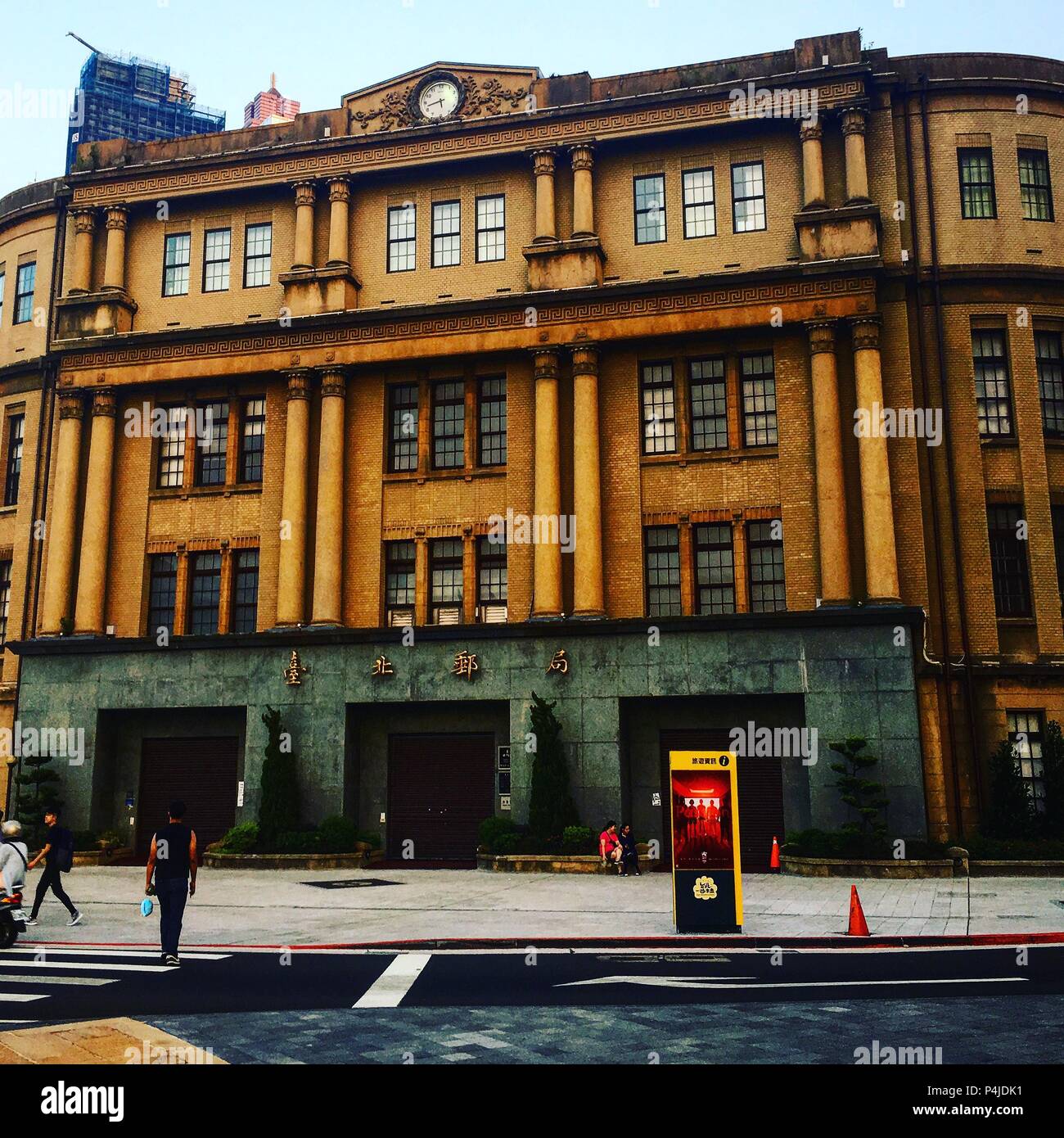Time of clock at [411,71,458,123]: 5:42
